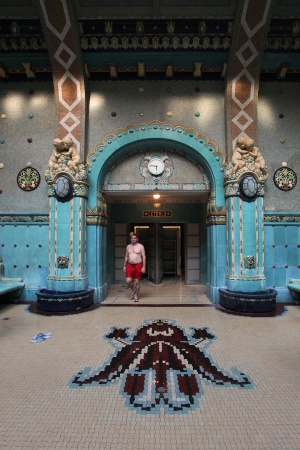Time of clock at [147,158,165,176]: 5:46
